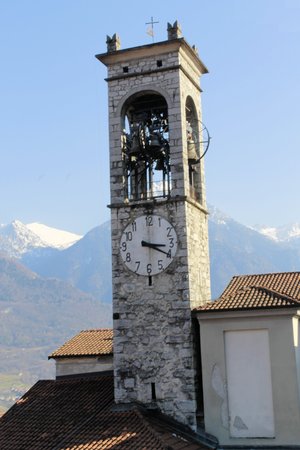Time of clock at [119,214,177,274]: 3:20
